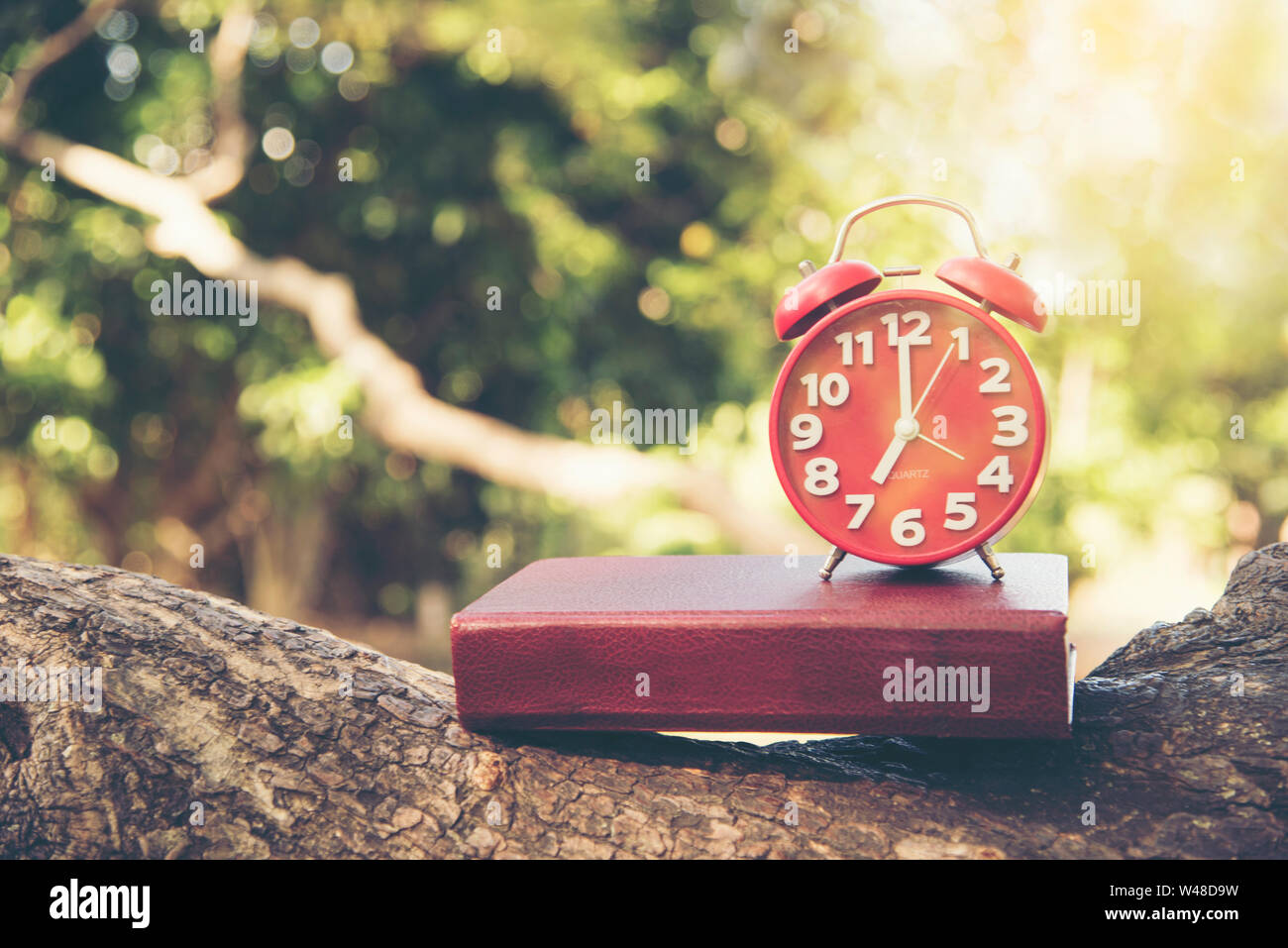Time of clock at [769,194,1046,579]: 6:59
